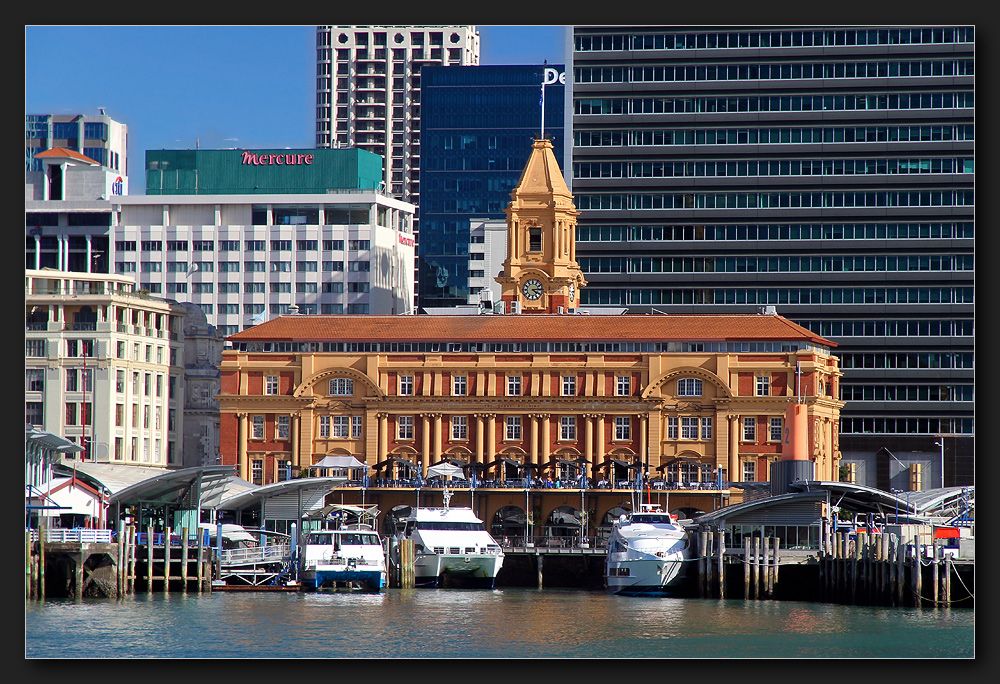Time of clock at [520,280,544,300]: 4:14
